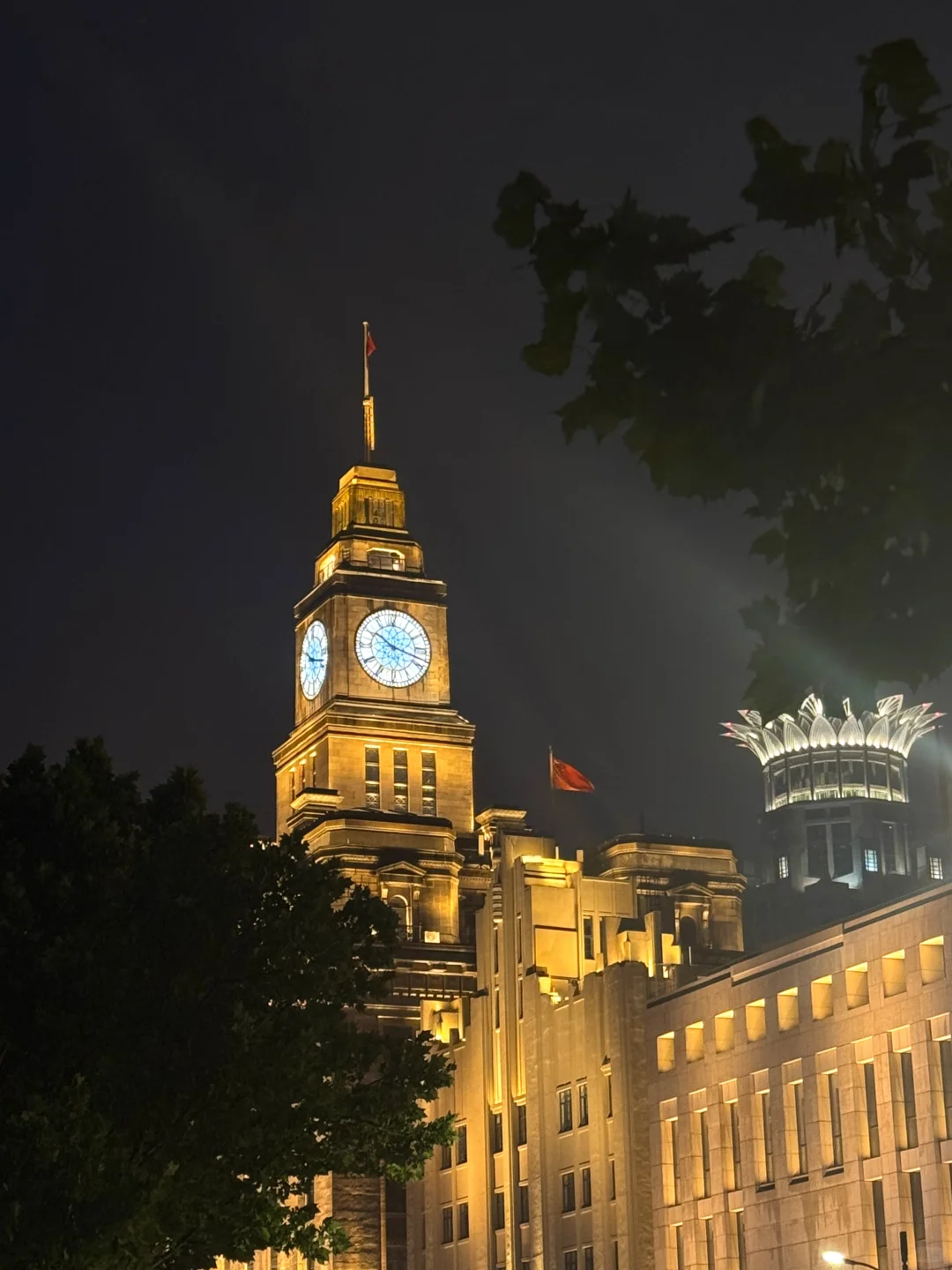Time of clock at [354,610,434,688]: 10:17
